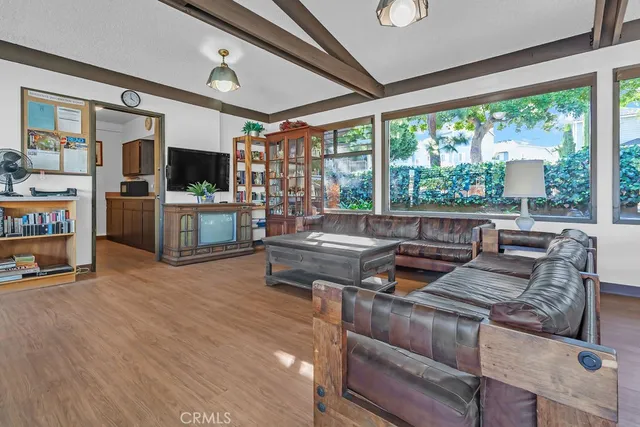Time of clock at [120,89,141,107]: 3:58
